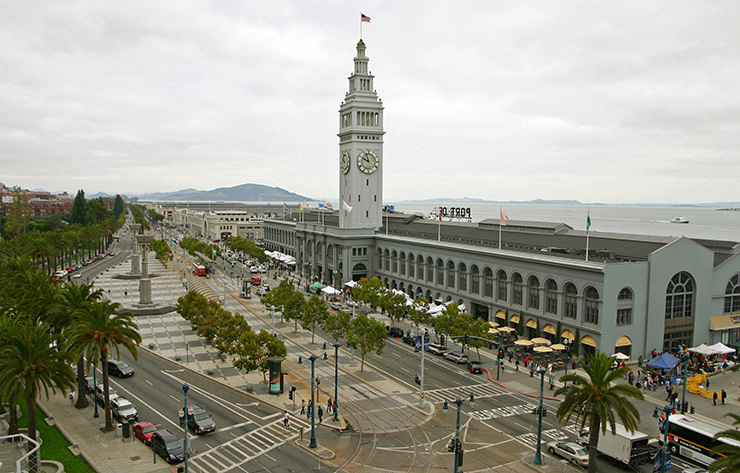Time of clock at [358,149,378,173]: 9:57
